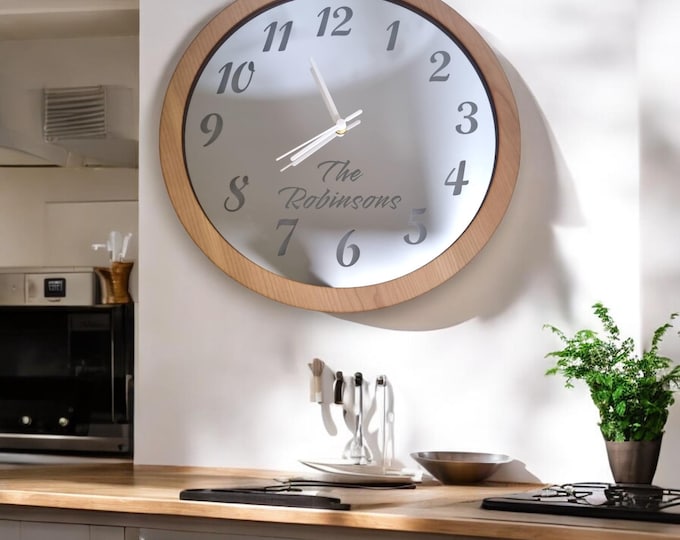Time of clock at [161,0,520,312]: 7:57
